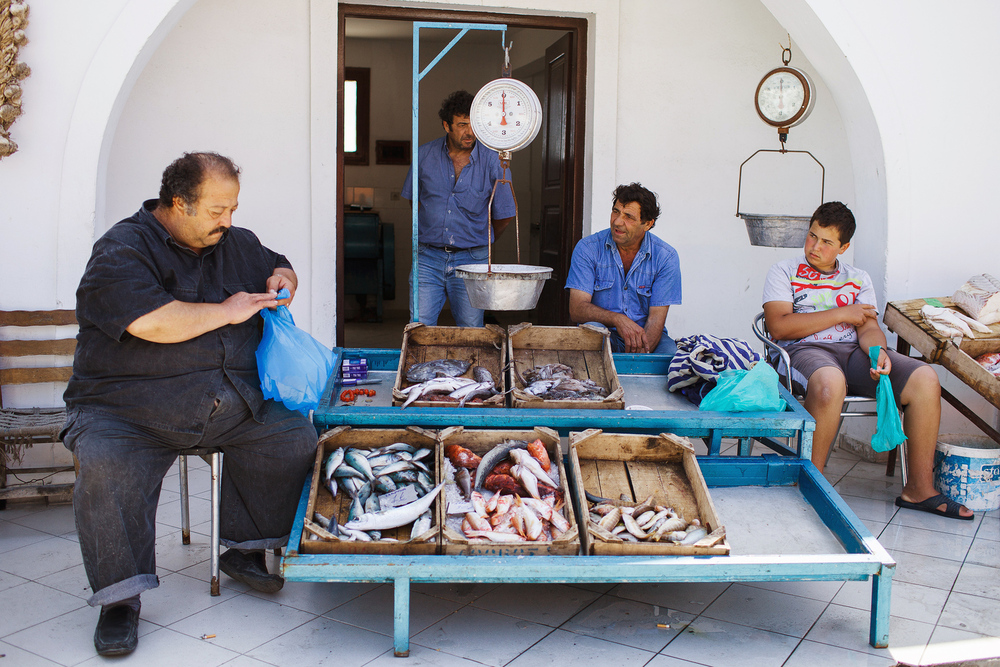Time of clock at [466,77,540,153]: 6:00
